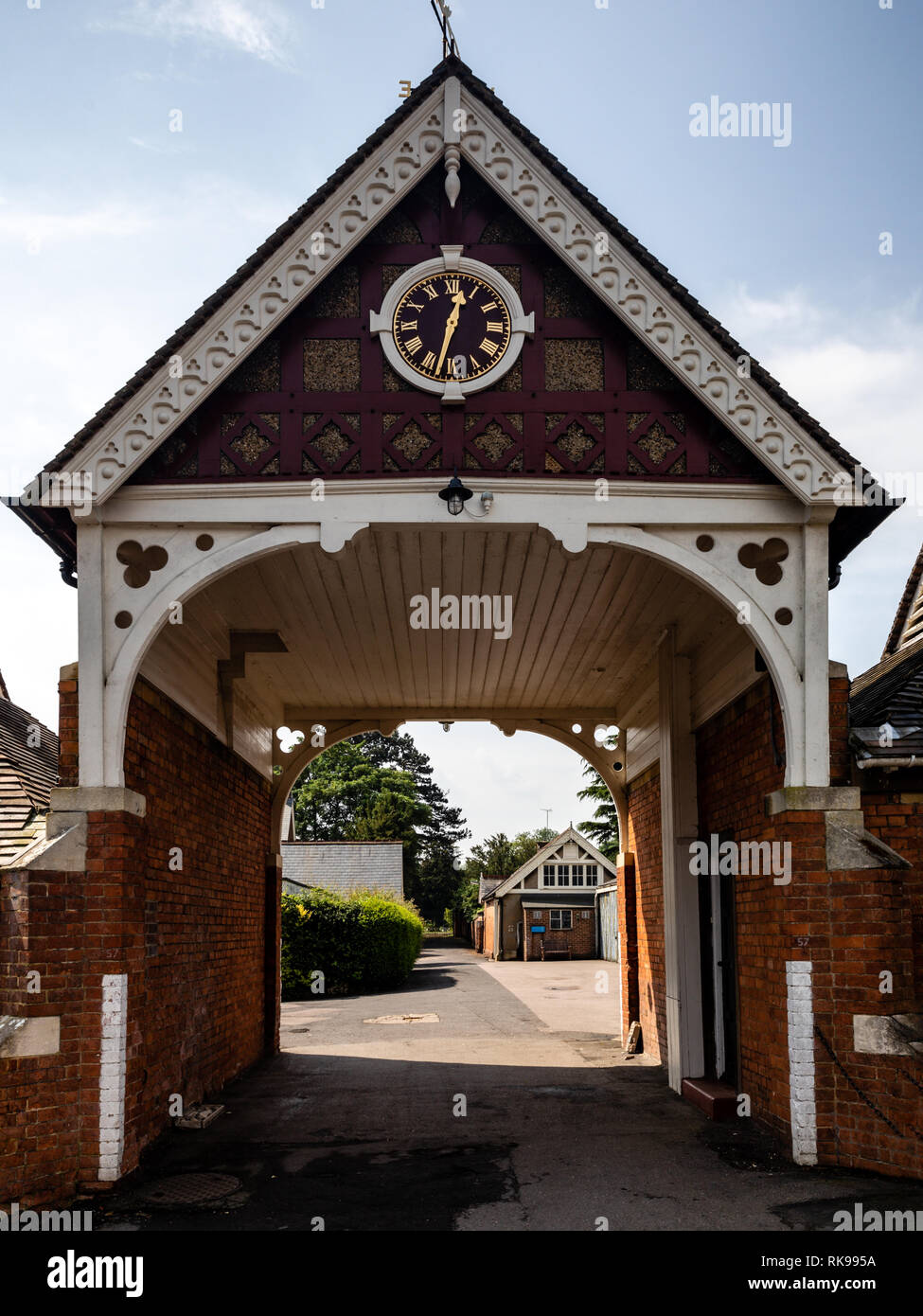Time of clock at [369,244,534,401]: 12:32
